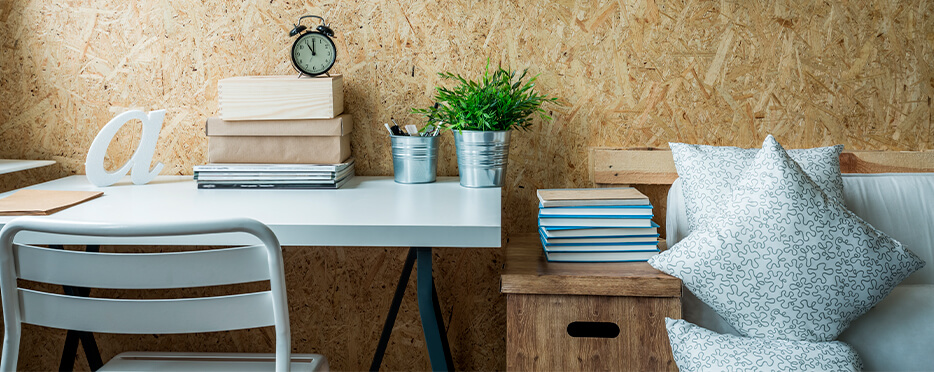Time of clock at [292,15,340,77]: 11:00
